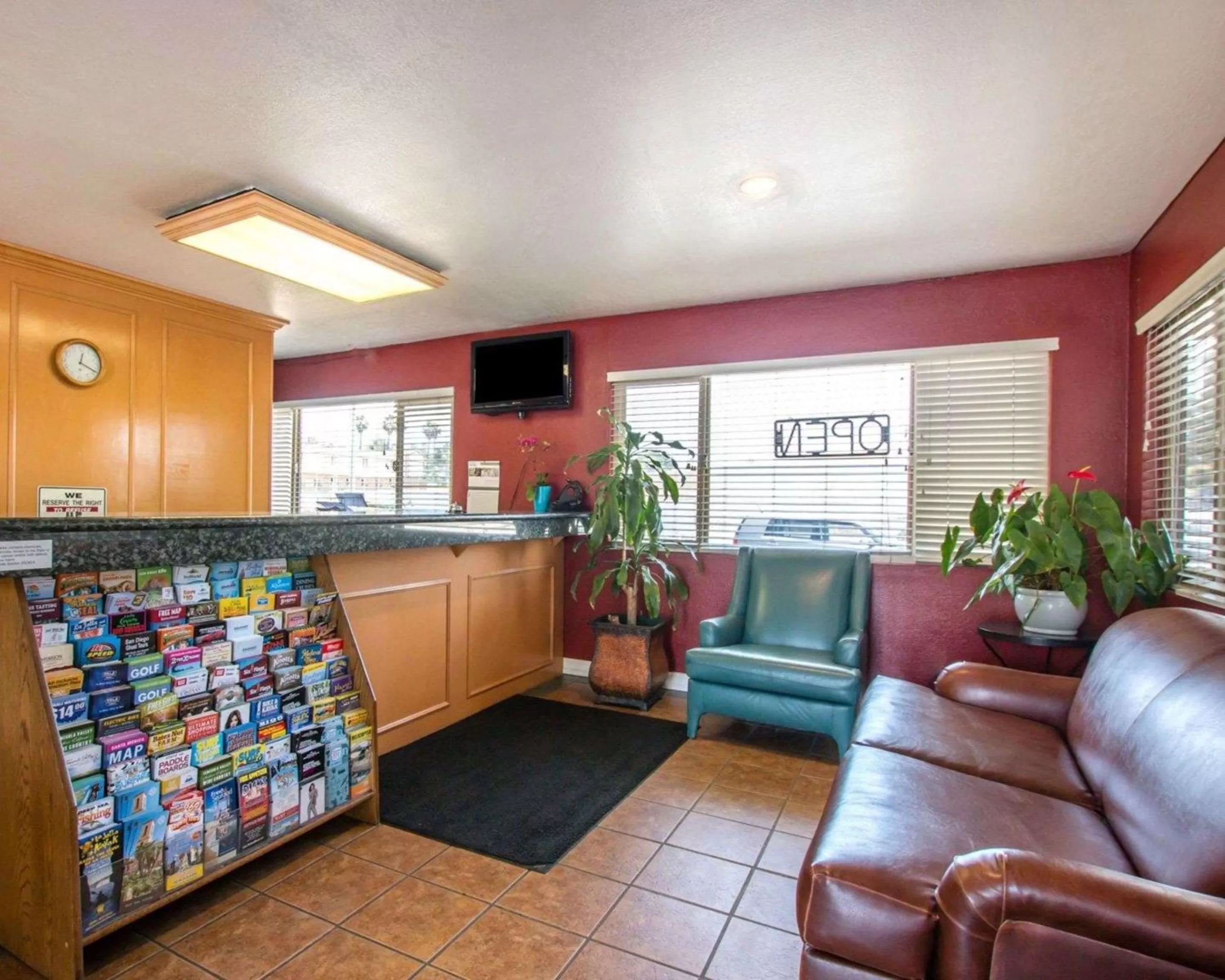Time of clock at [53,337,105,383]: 12:18
